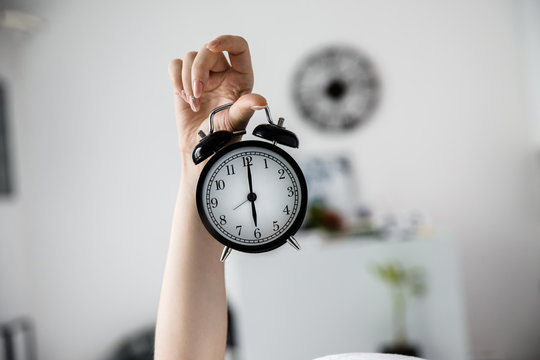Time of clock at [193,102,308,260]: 6:00
